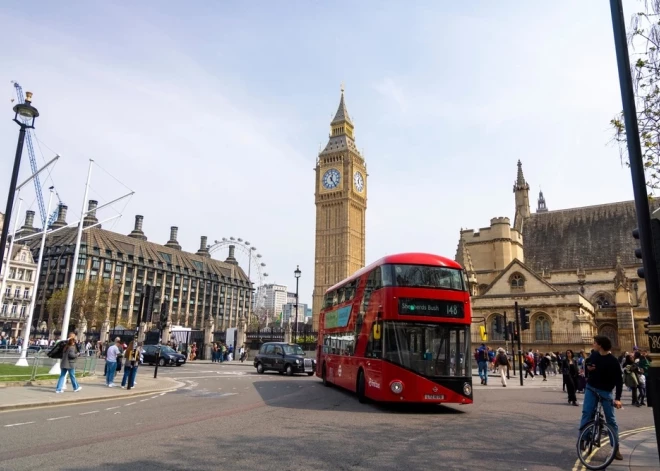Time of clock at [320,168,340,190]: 12:24
